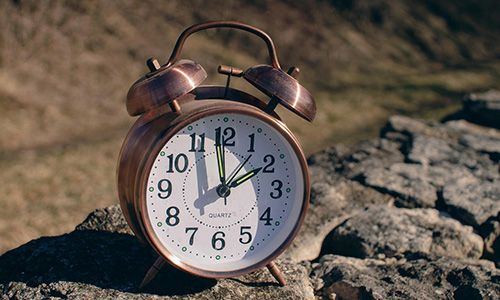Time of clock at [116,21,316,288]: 1:59
